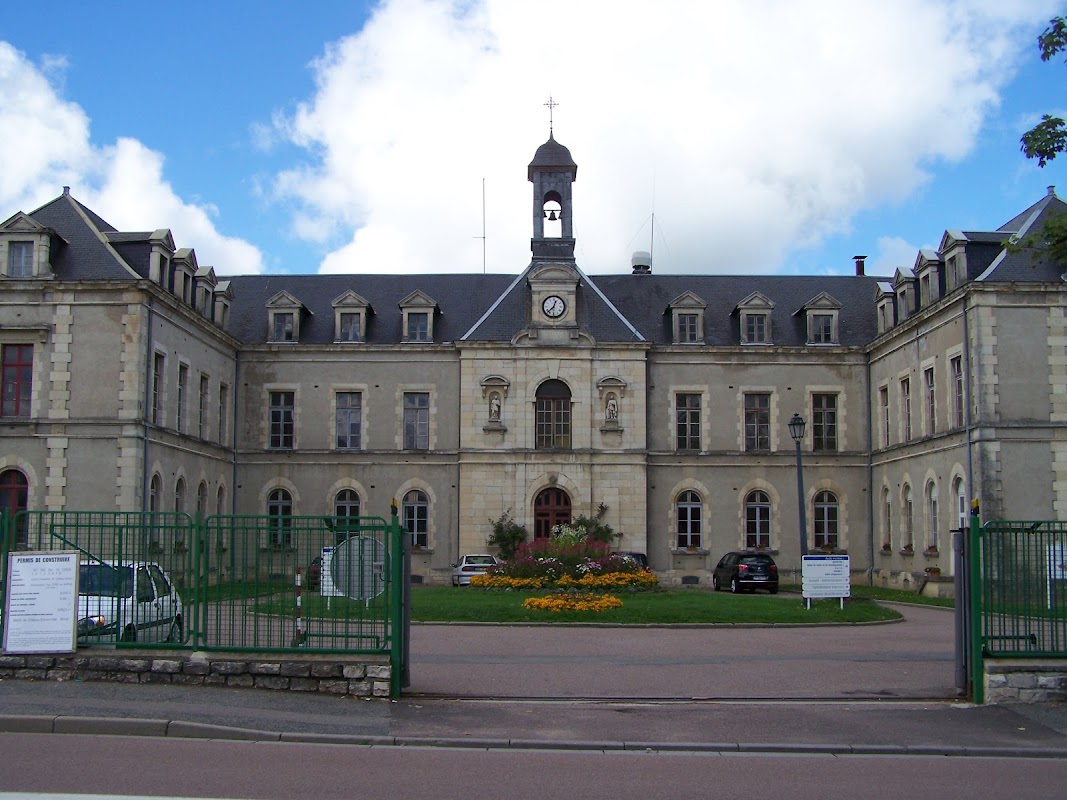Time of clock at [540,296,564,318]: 12:37
